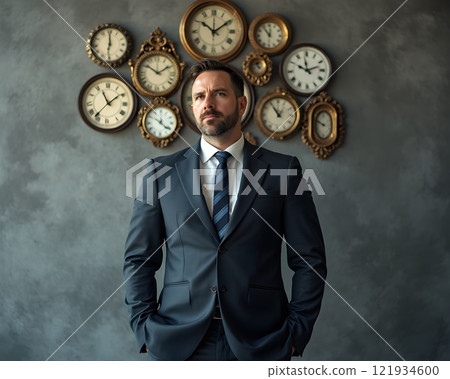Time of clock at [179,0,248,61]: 10:09
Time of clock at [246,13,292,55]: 11:53
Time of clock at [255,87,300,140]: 12:54
